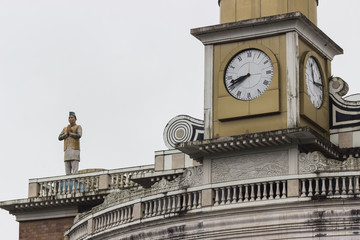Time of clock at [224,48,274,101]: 8:41
